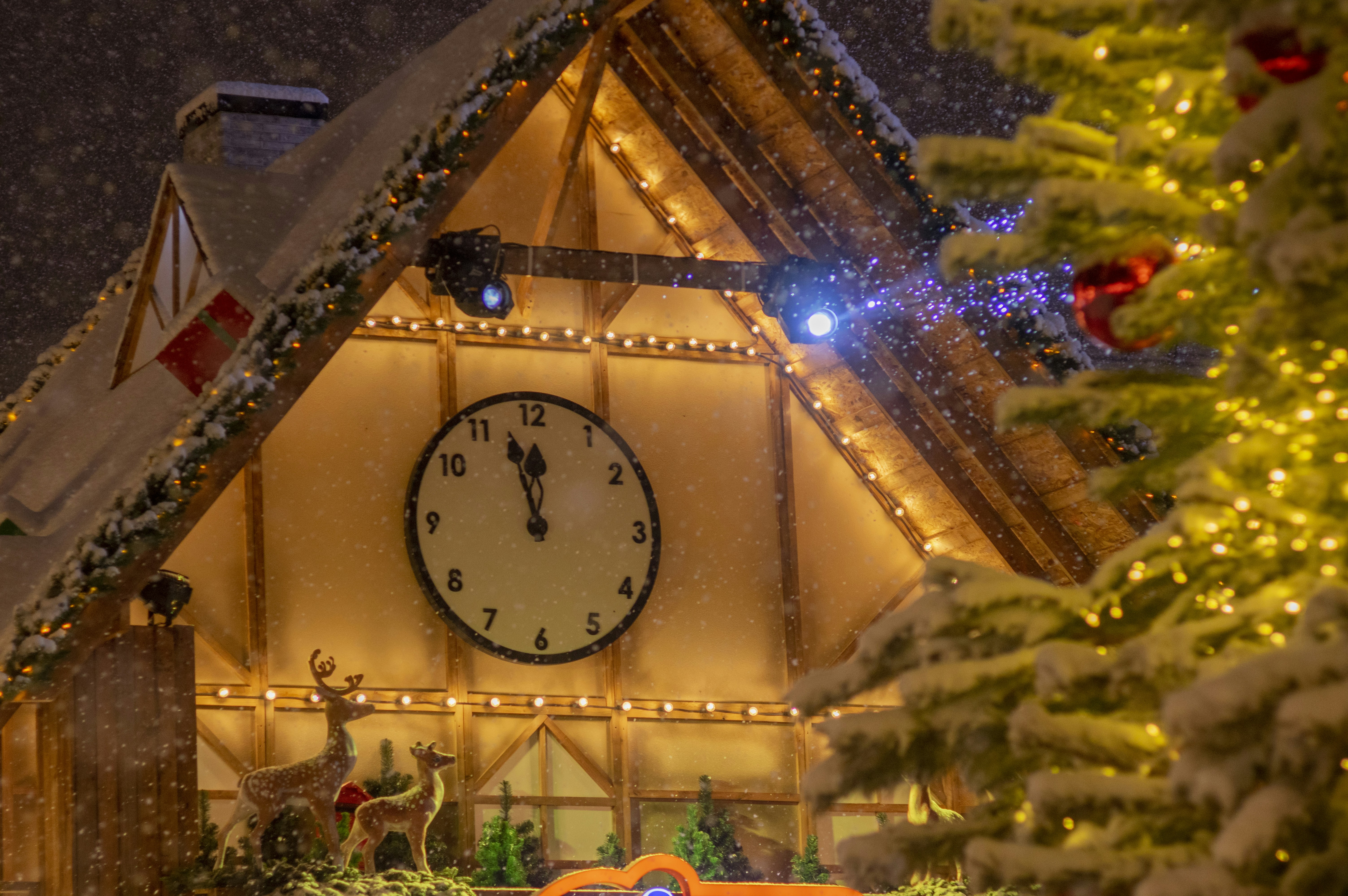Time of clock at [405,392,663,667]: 11:57
